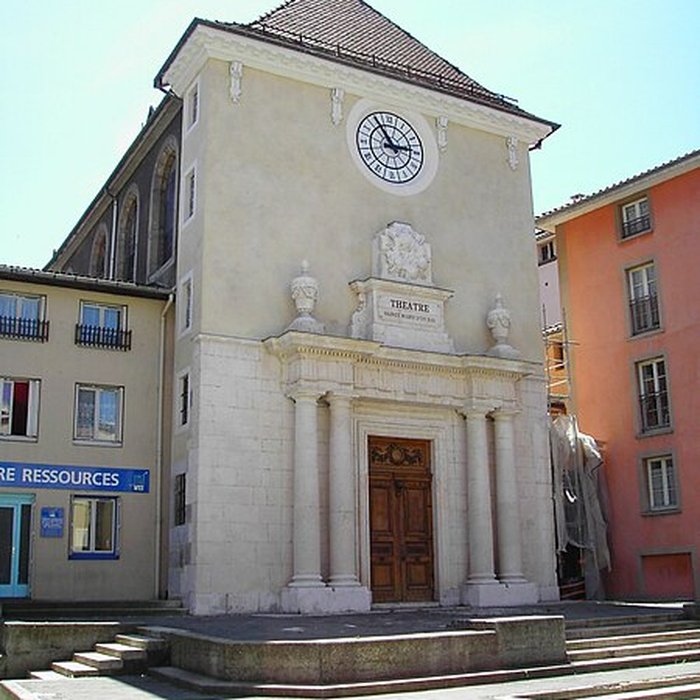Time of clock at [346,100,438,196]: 2:54
